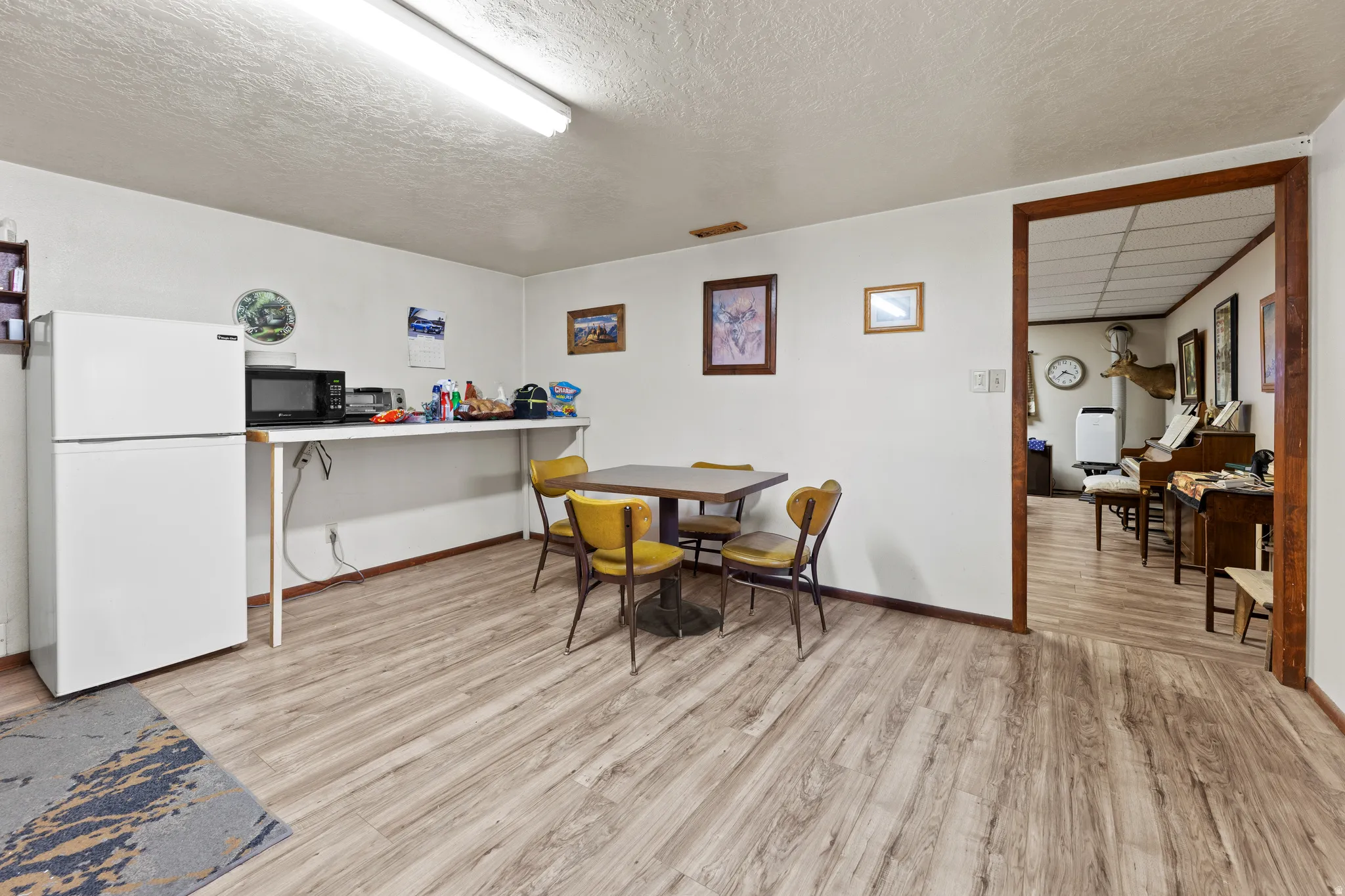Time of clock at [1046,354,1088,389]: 3:38
